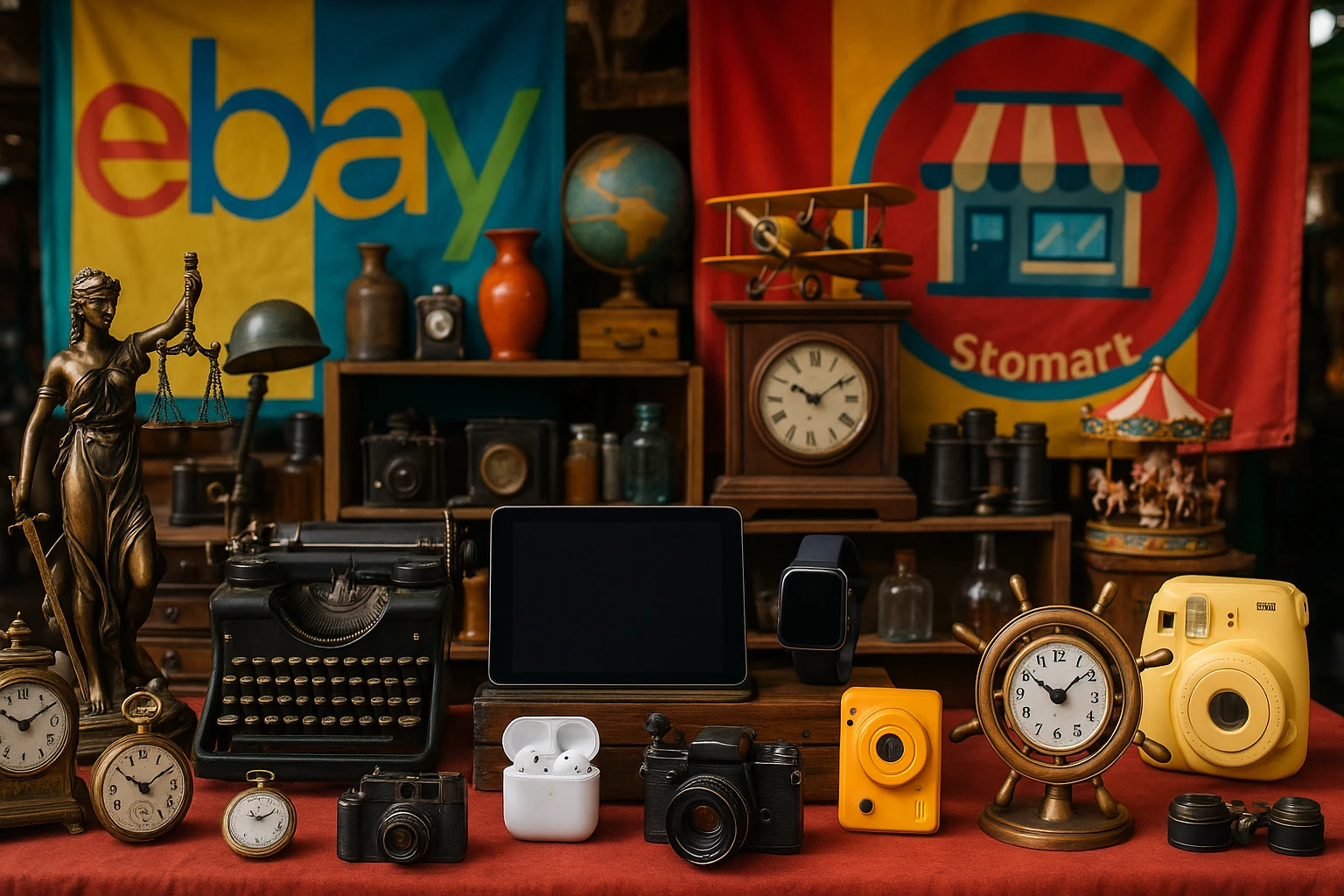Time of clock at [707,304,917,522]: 10:09
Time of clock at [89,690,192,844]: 10:09
